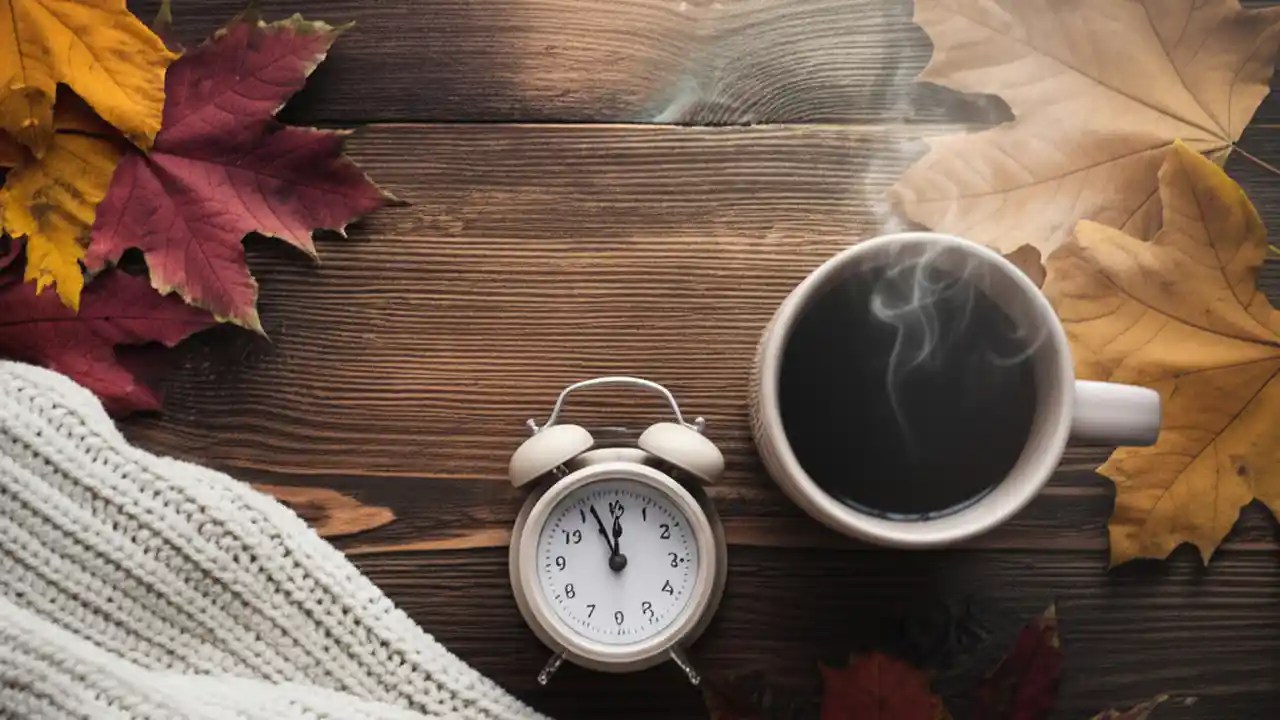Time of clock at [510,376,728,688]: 11:55
